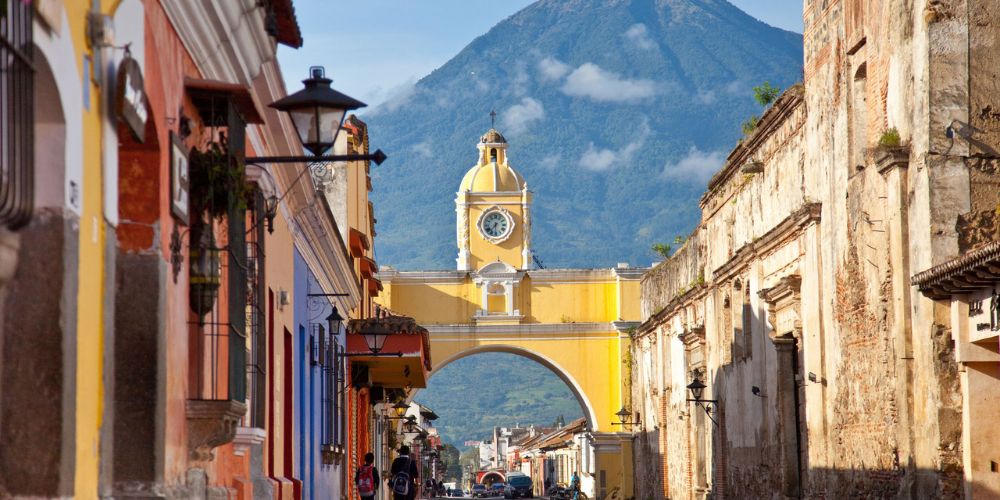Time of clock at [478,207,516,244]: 7:30
